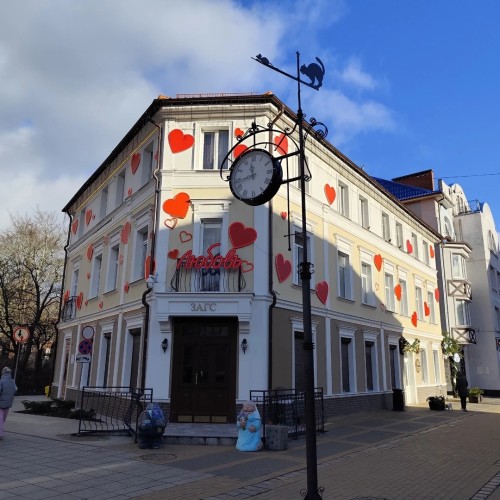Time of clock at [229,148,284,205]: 11:42
